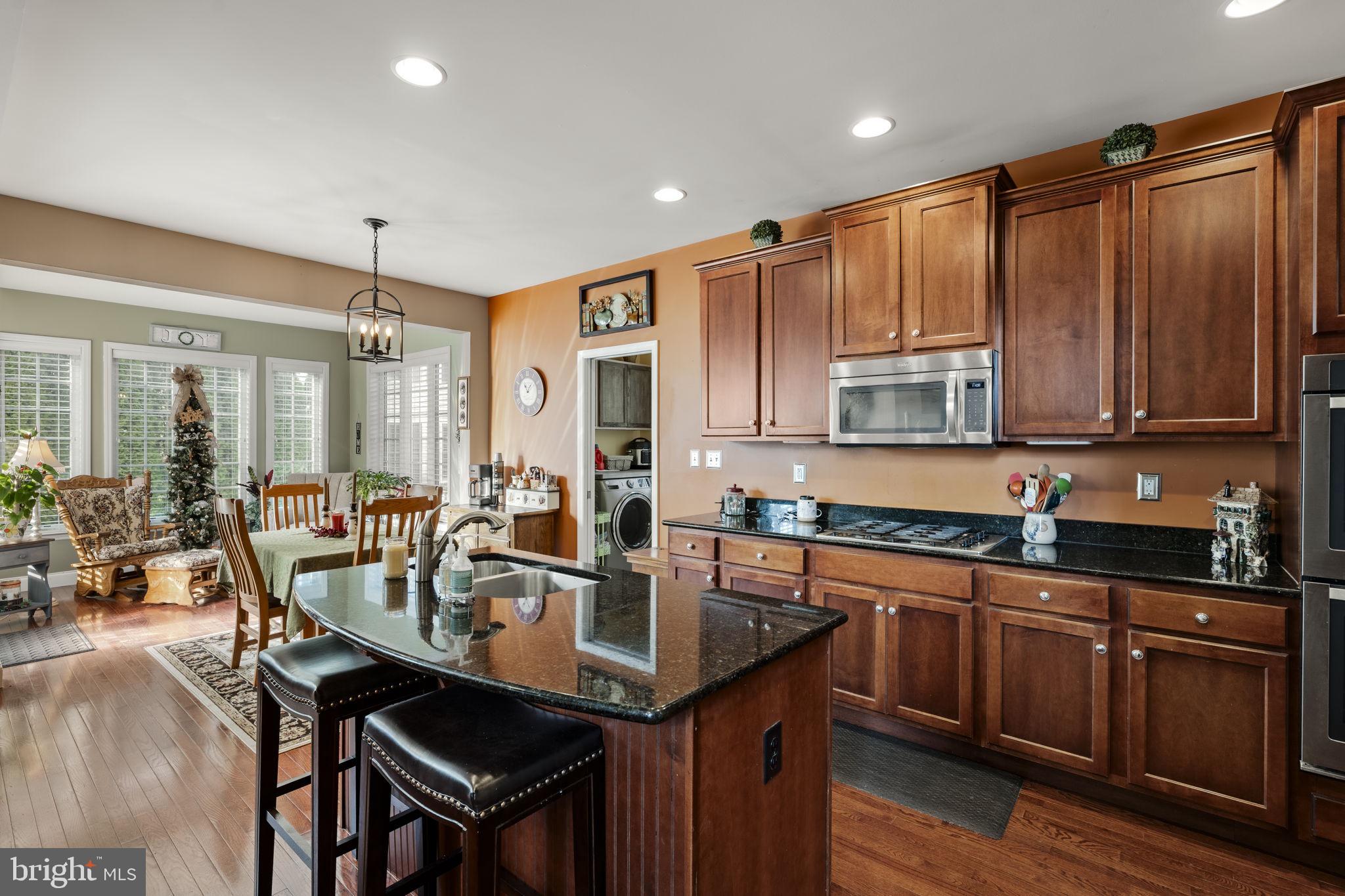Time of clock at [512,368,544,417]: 11:07
